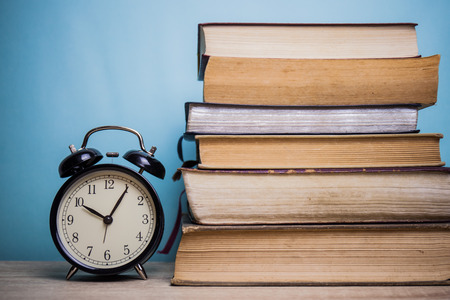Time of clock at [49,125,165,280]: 10:05
